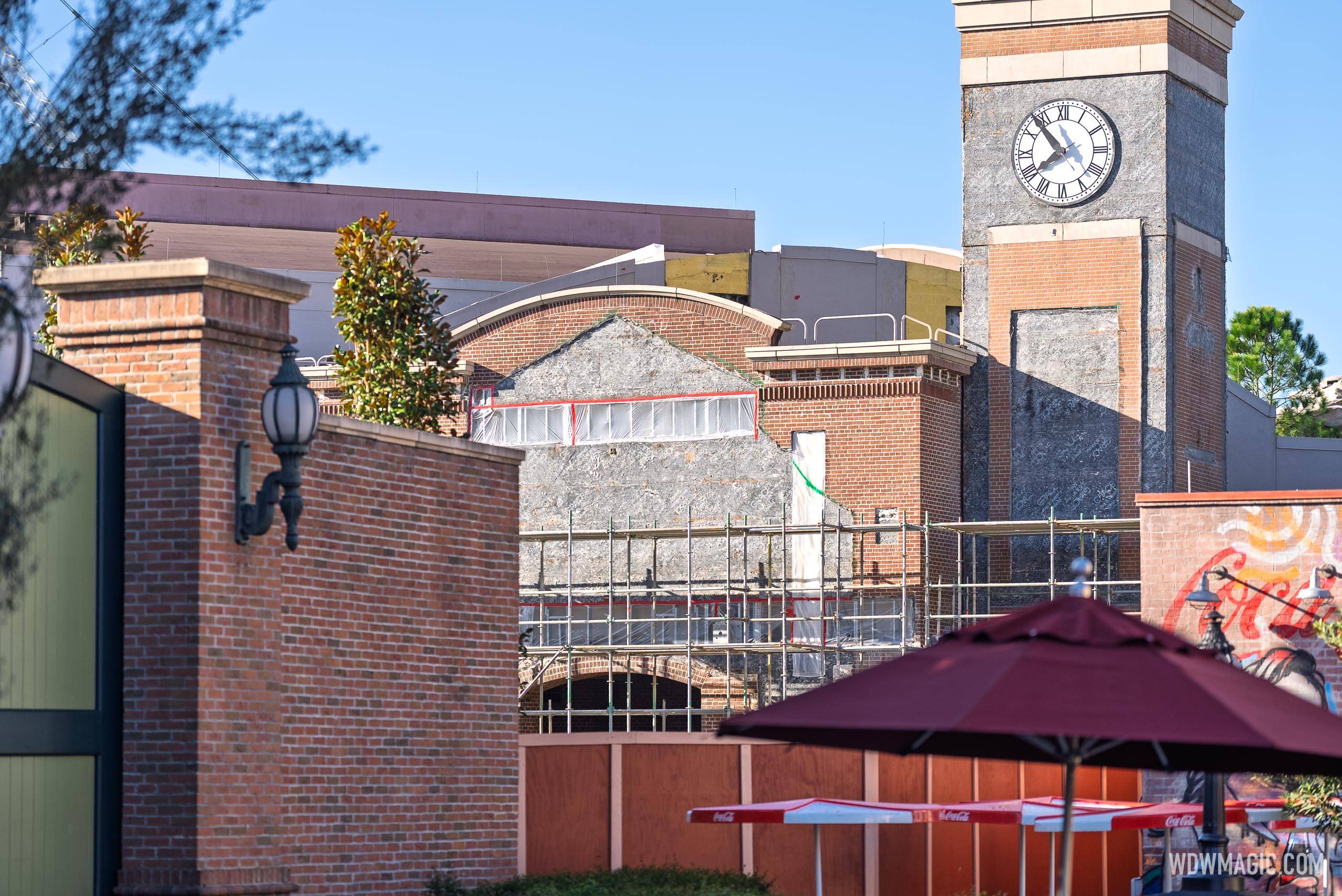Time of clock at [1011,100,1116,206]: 7:53
